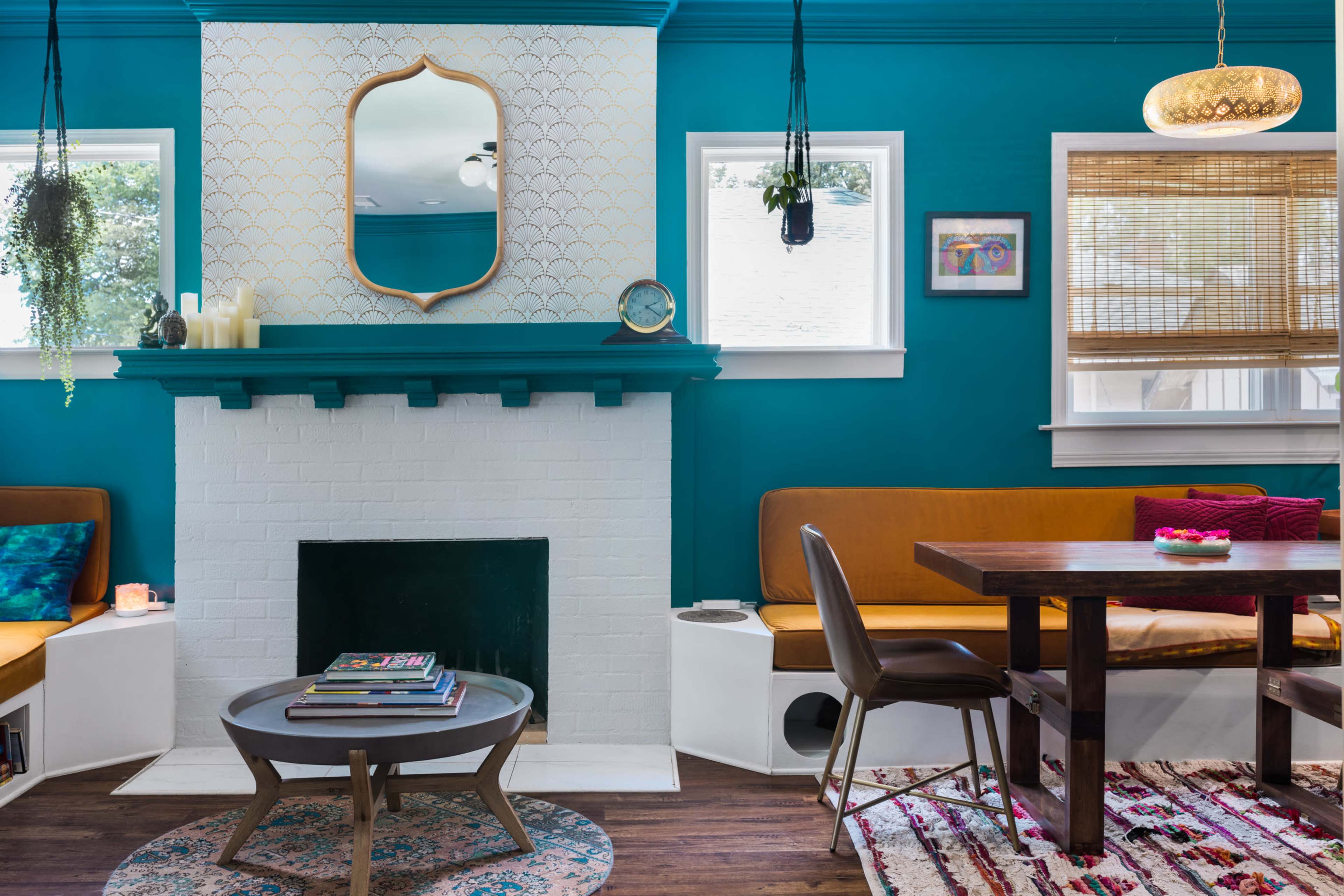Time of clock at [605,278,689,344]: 2:21
